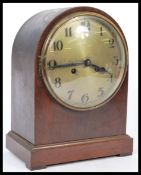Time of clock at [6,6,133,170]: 3:44
